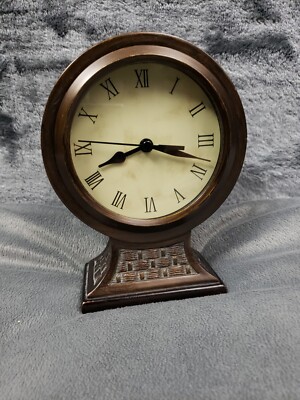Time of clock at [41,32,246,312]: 8:17
